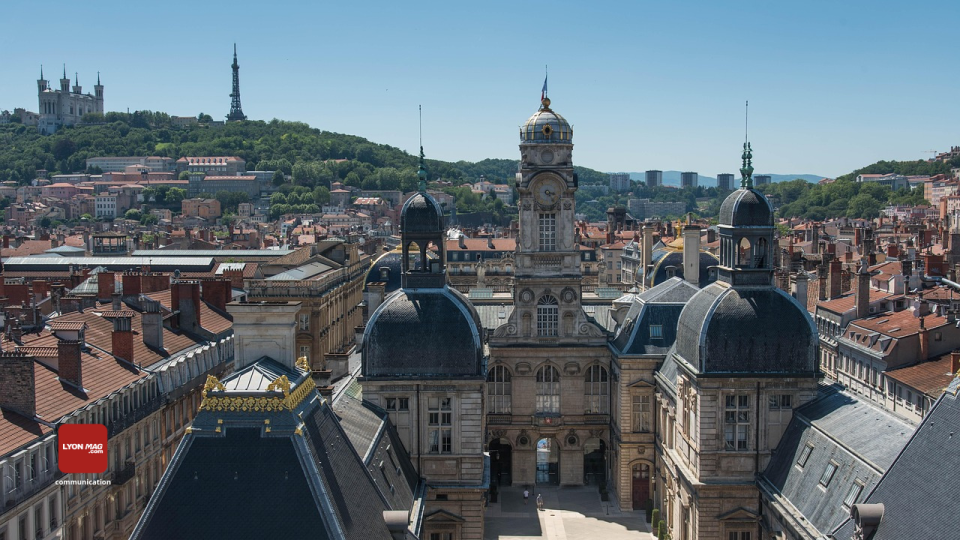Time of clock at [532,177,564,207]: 3:23
